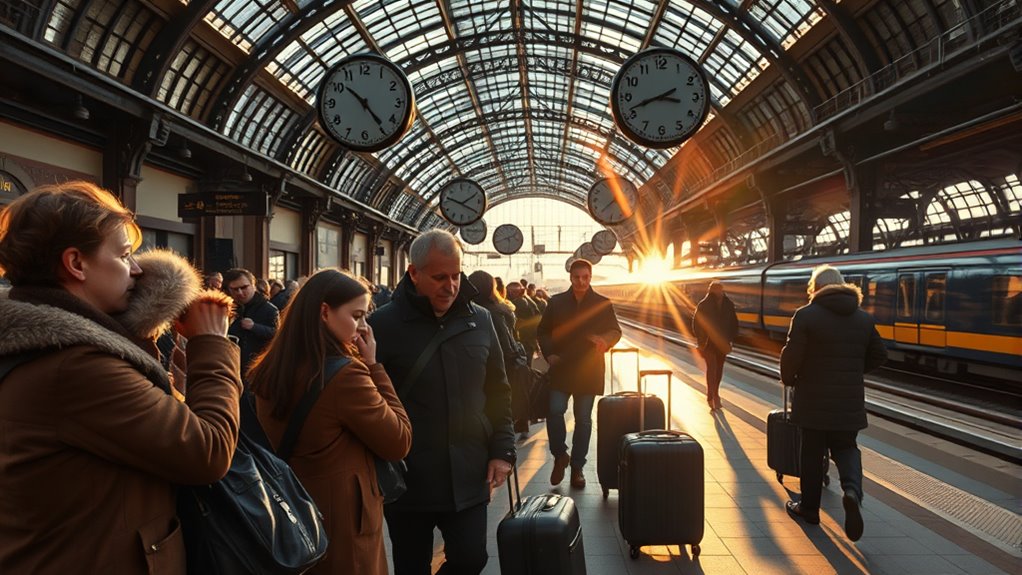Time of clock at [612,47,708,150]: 3:41
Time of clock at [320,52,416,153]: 10:23
